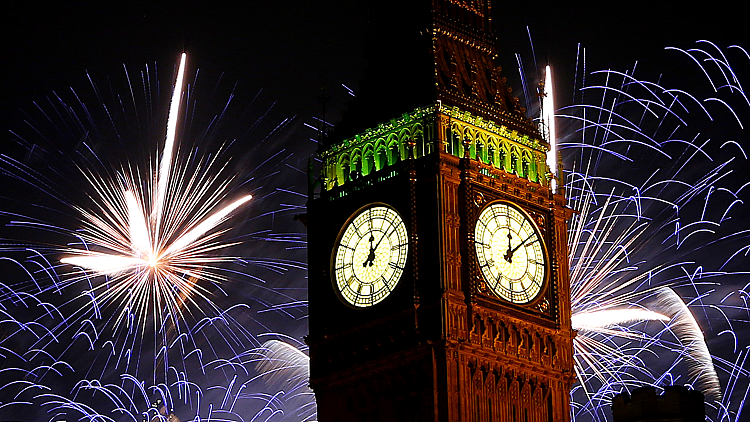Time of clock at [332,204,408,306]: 12:07
